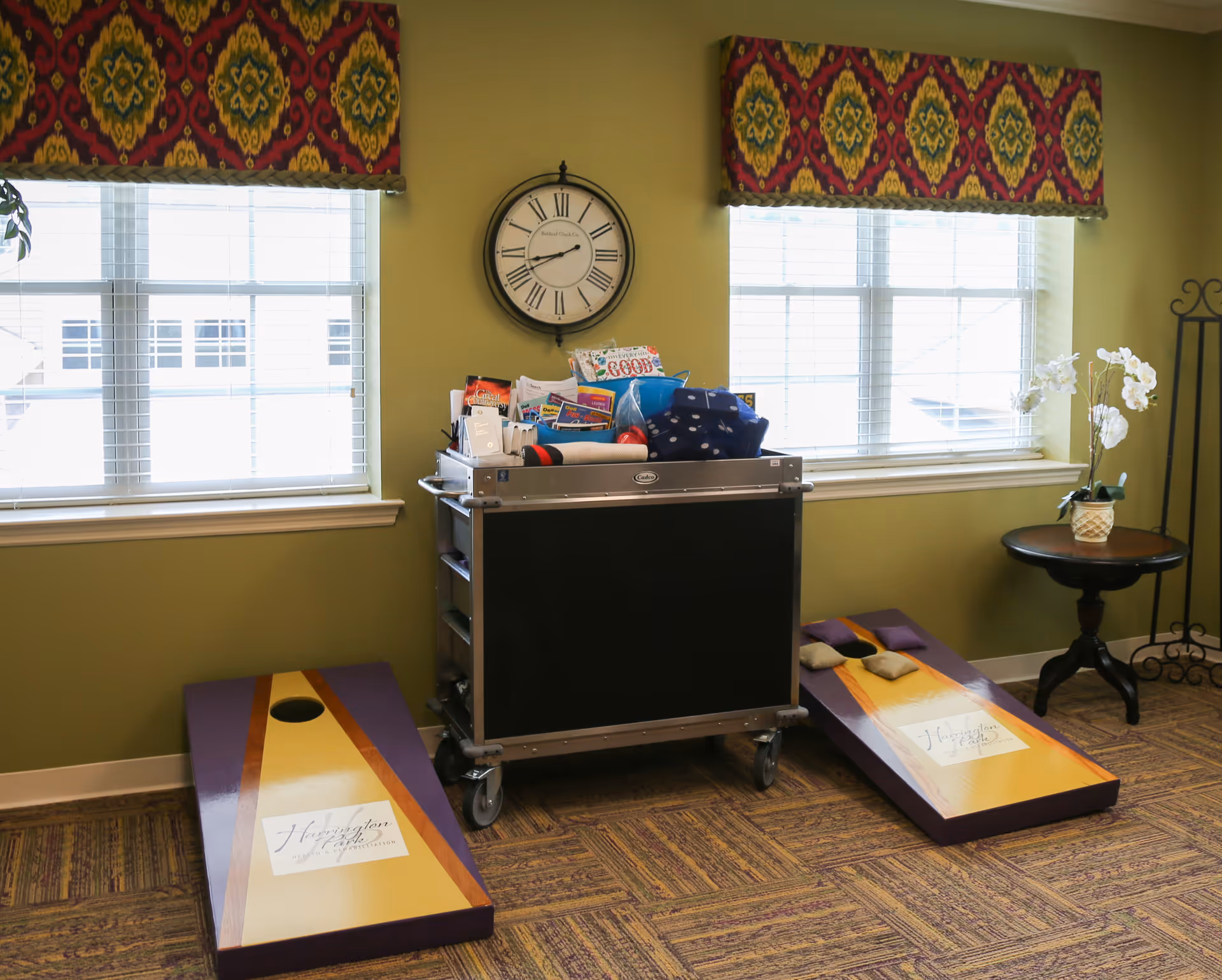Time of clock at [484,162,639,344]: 8:41
